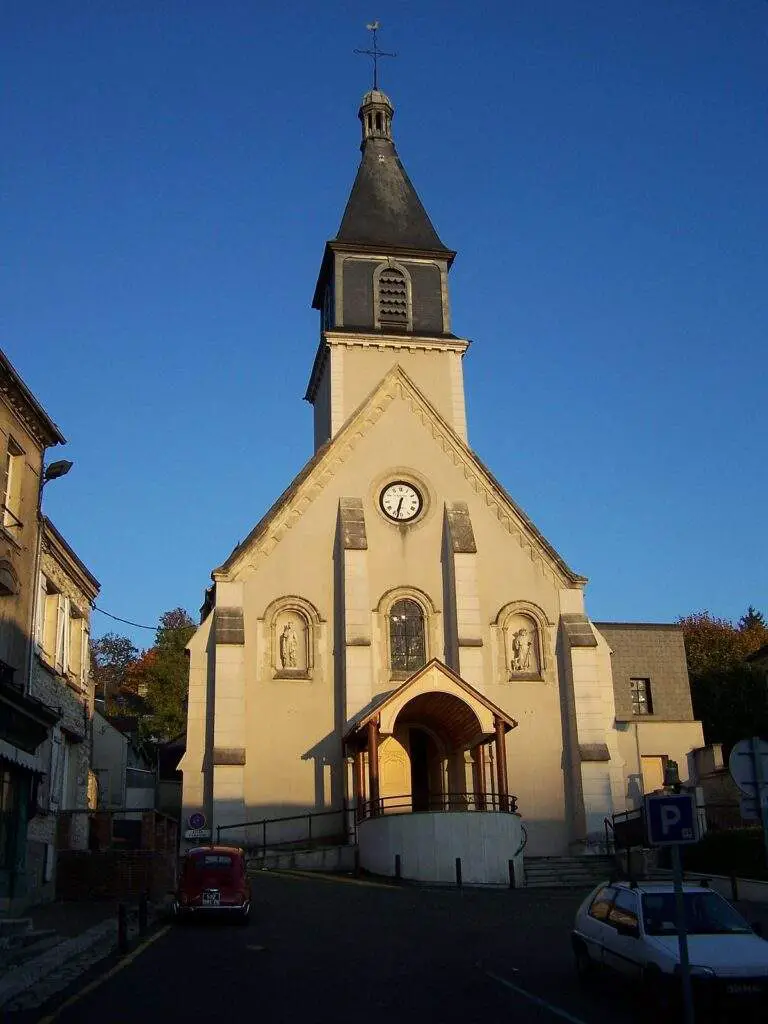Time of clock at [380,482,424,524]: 6:32
